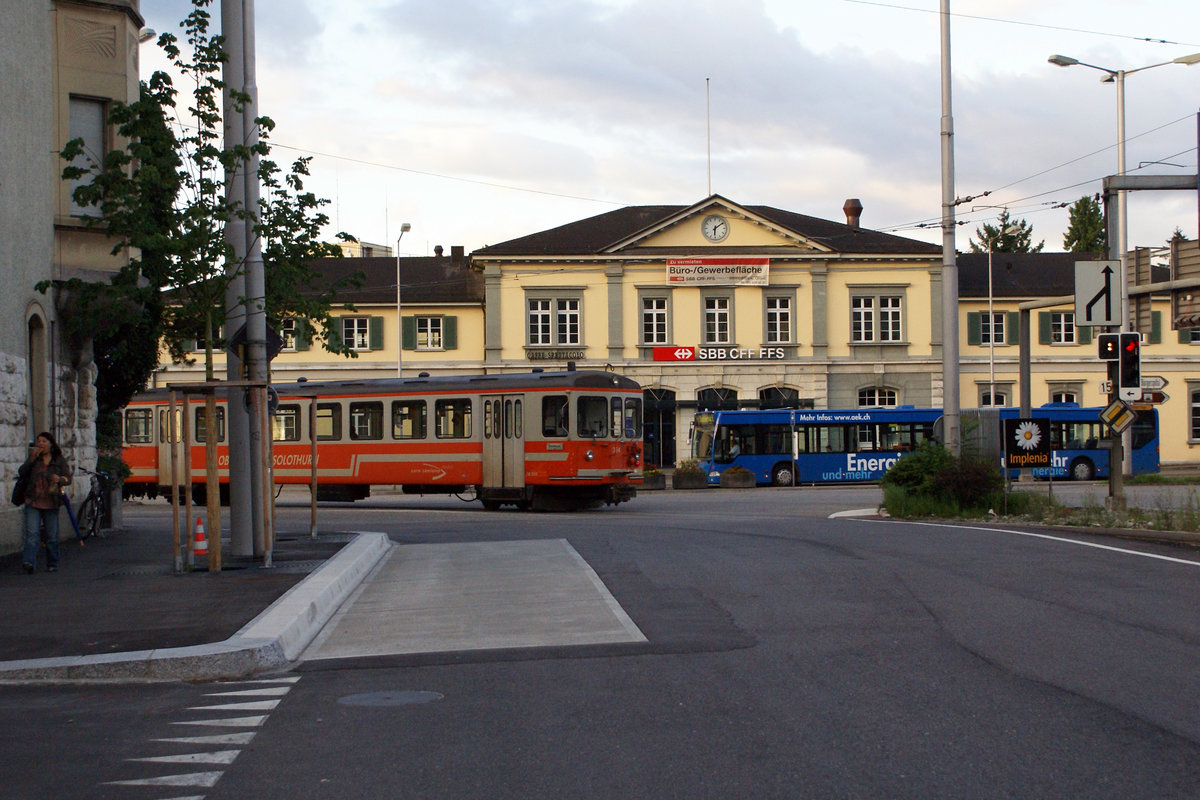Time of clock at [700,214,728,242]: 6:08
